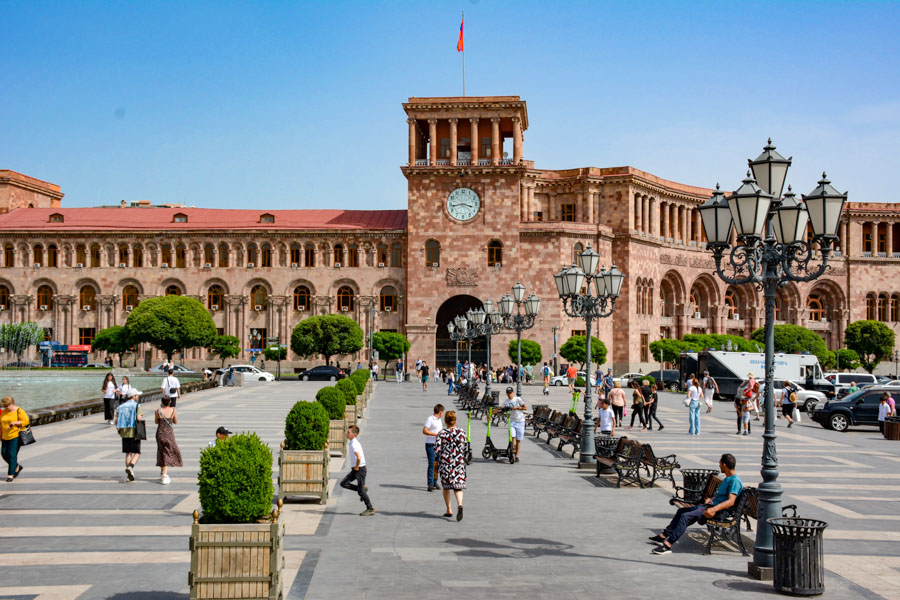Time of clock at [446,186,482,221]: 3:43
